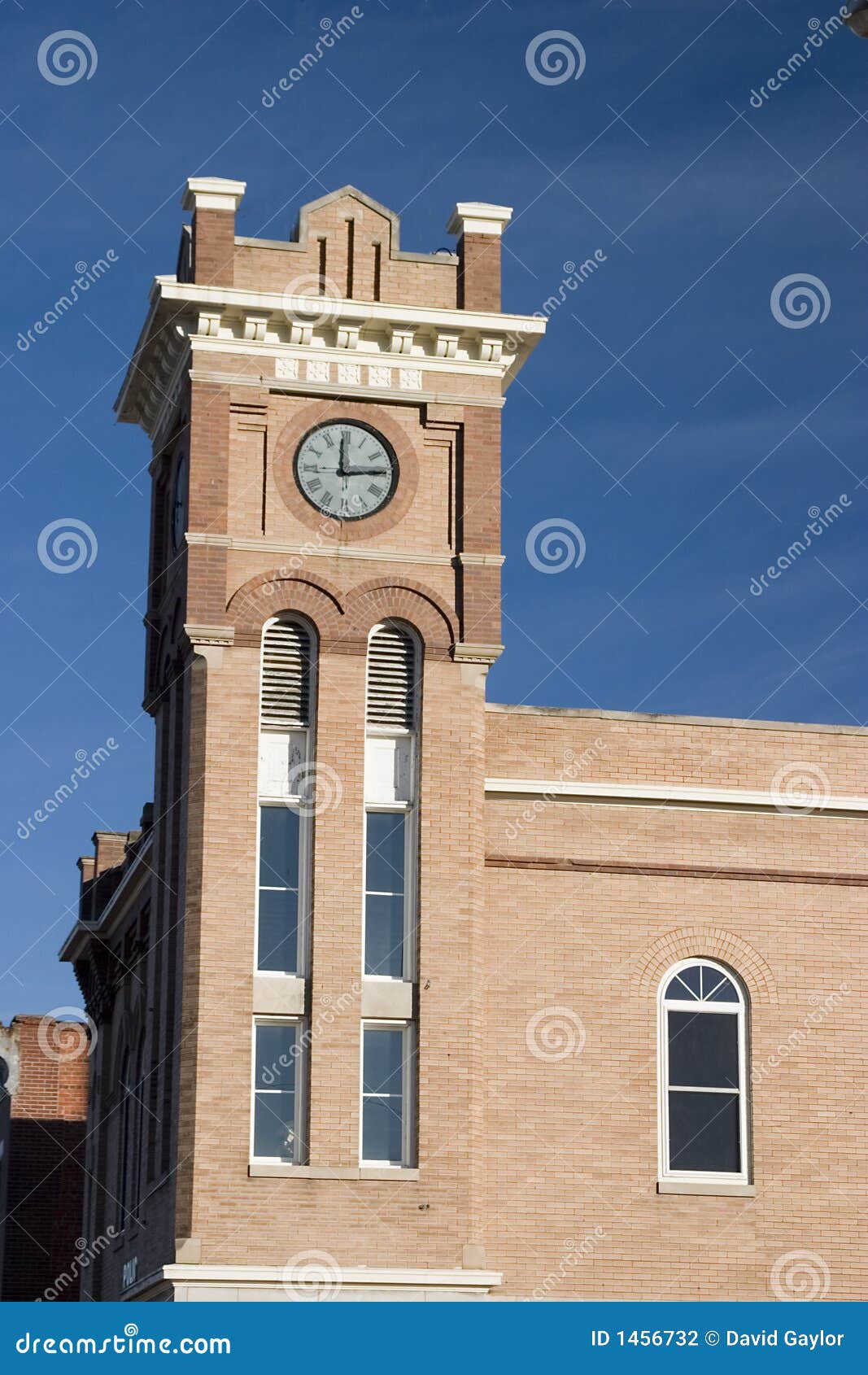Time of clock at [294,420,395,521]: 2:59
